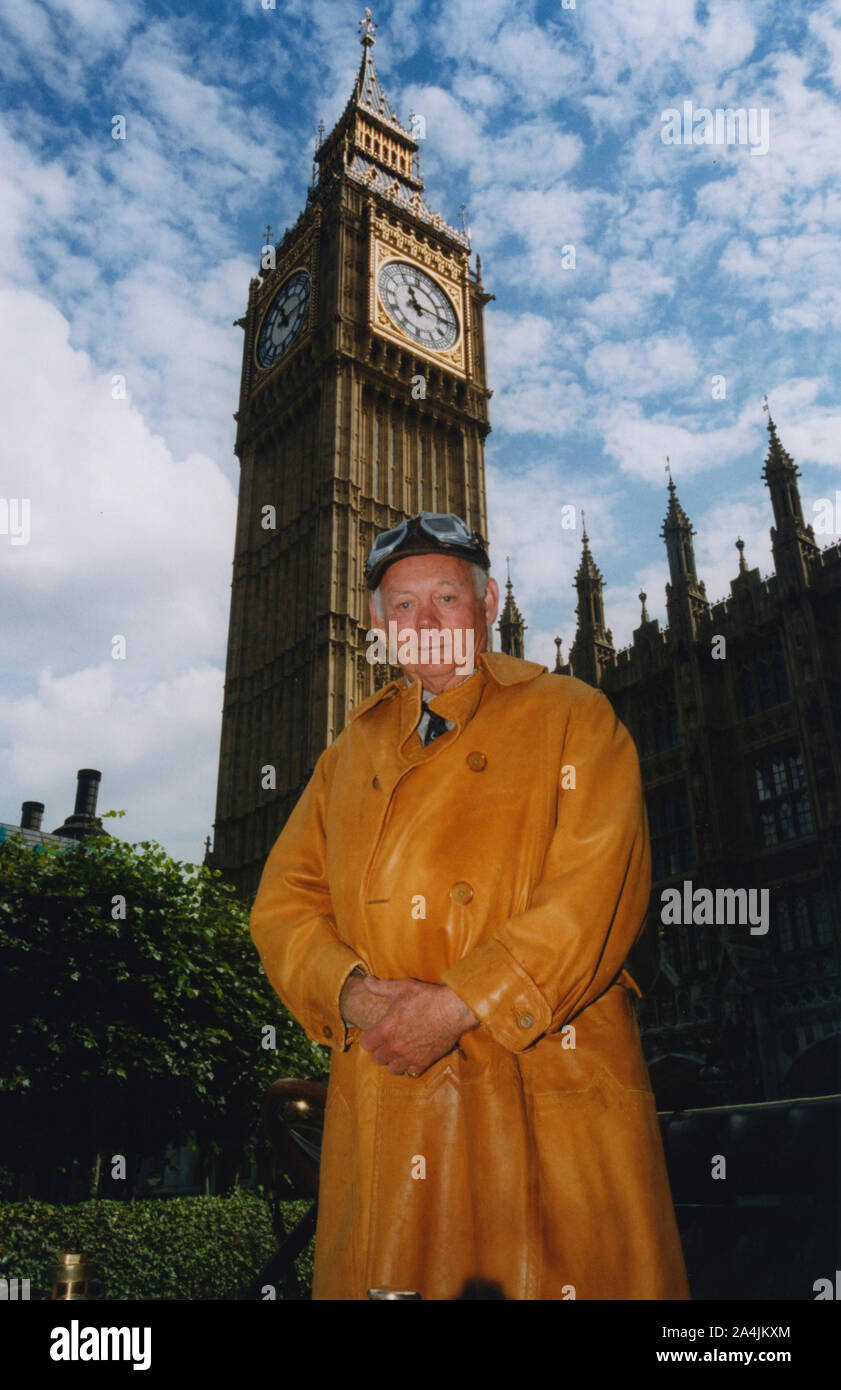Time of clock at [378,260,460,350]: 11:14
